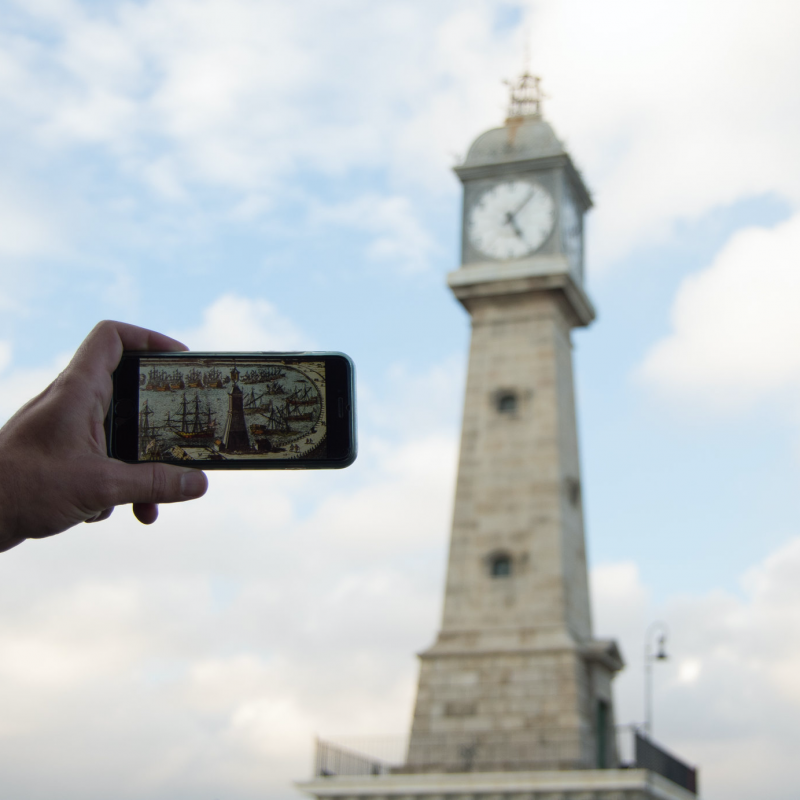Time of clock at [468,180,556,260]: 5:06
